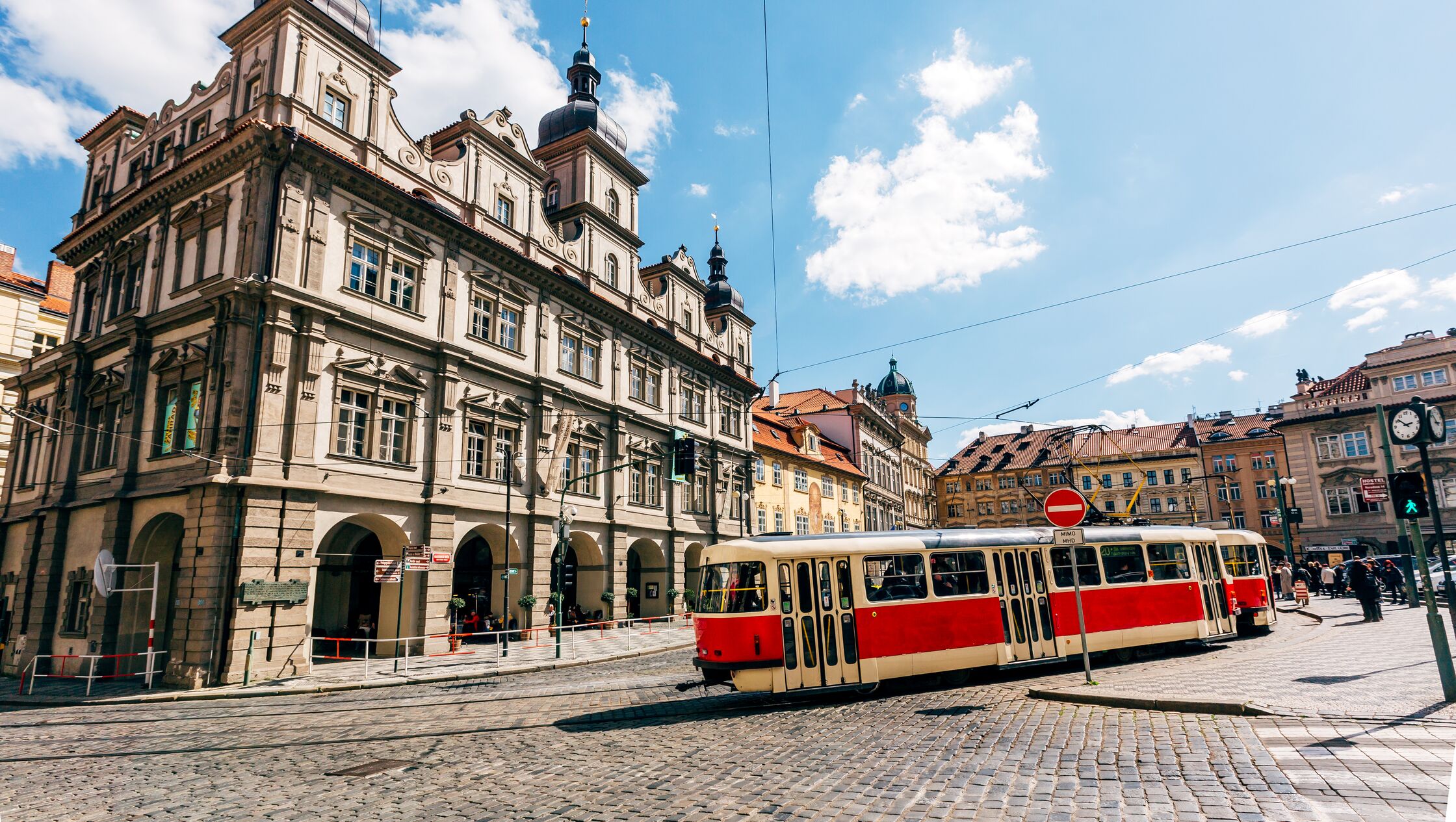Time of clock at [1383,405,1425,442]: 2:52
